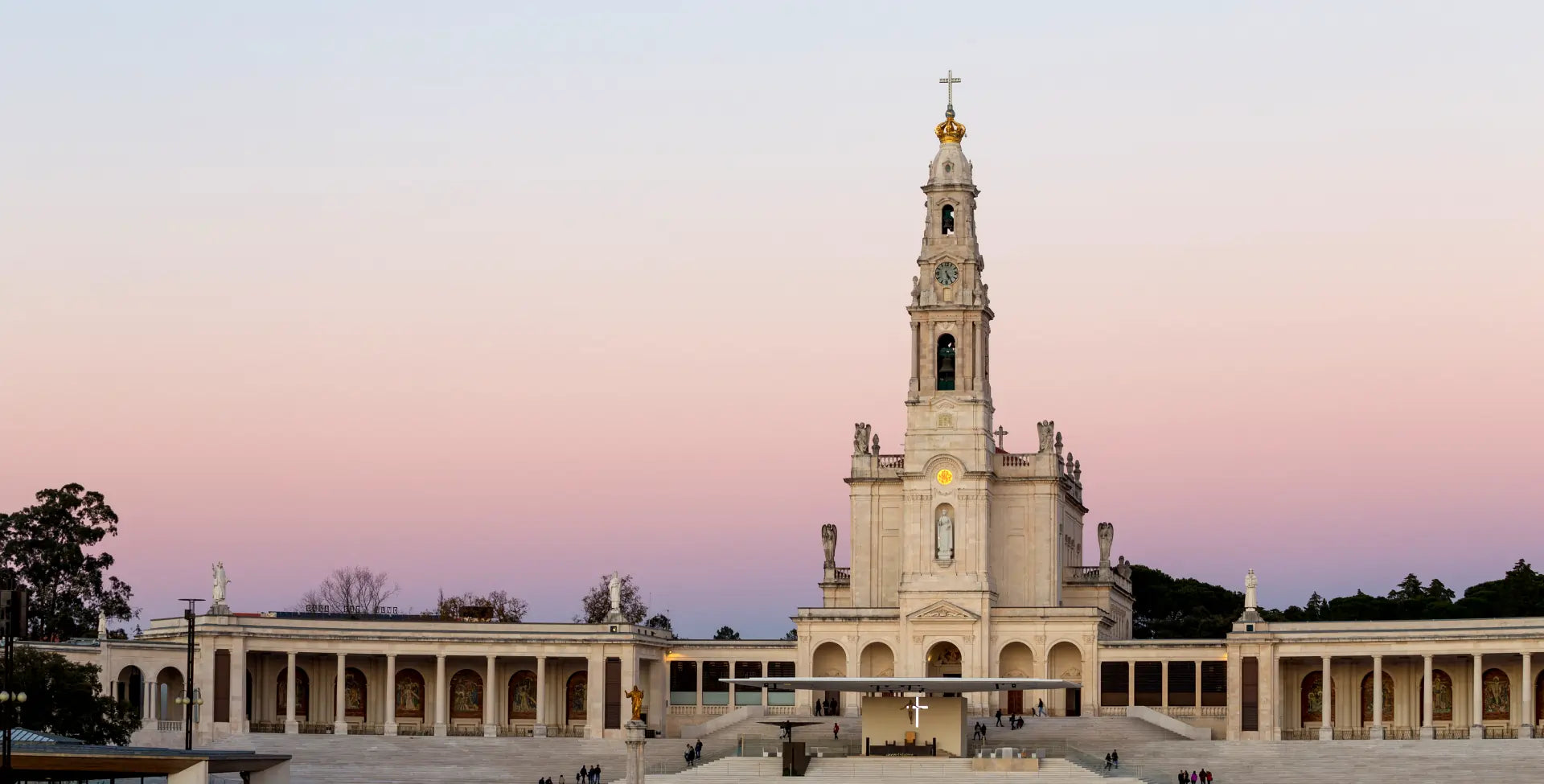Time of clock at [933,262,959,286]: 5:24
